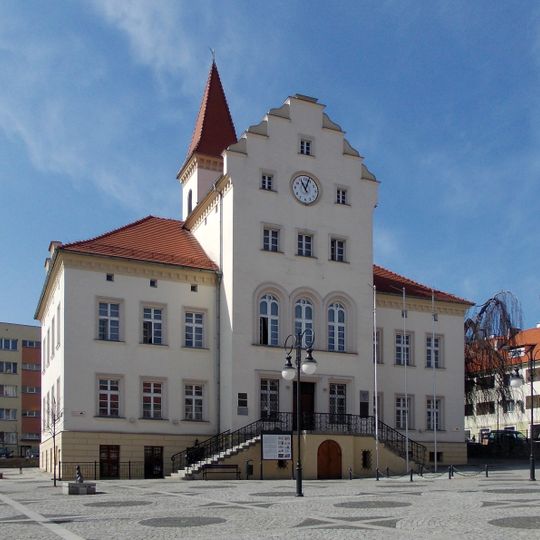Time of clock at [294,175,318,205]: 11:03
